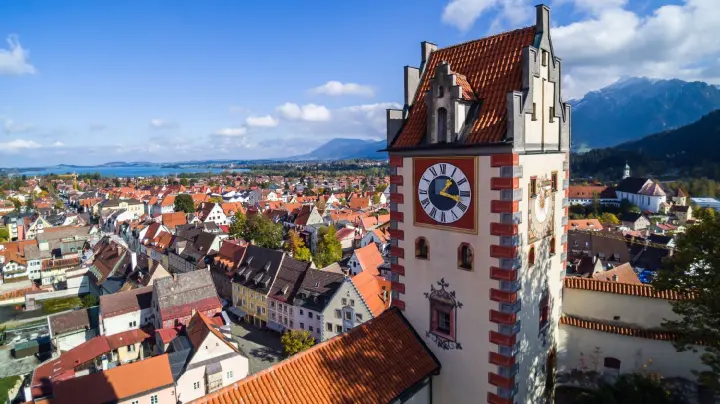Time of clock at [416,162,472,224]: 1:18
